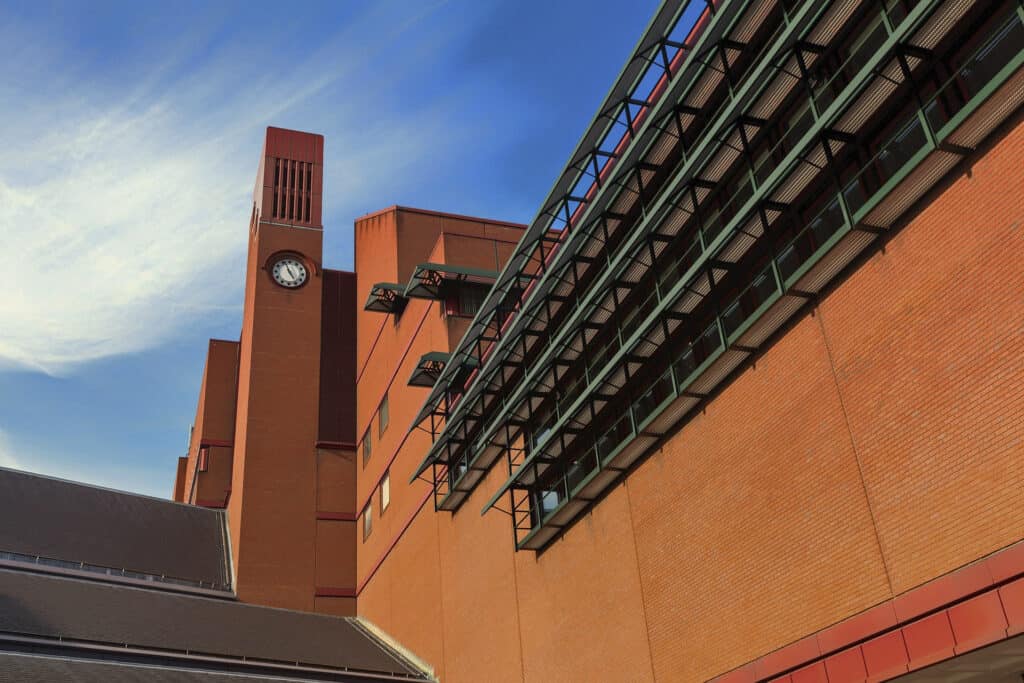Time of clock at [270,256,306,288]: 4:56
